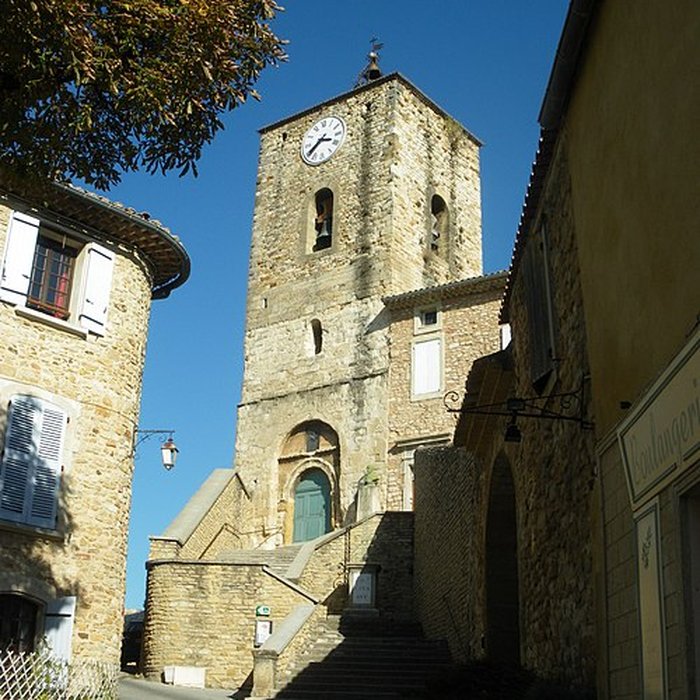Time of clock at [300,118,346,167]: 3:37
